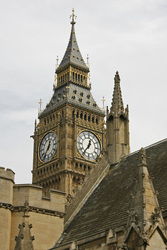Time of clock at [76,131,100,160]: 12:36
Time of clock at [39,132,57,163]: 12:36
